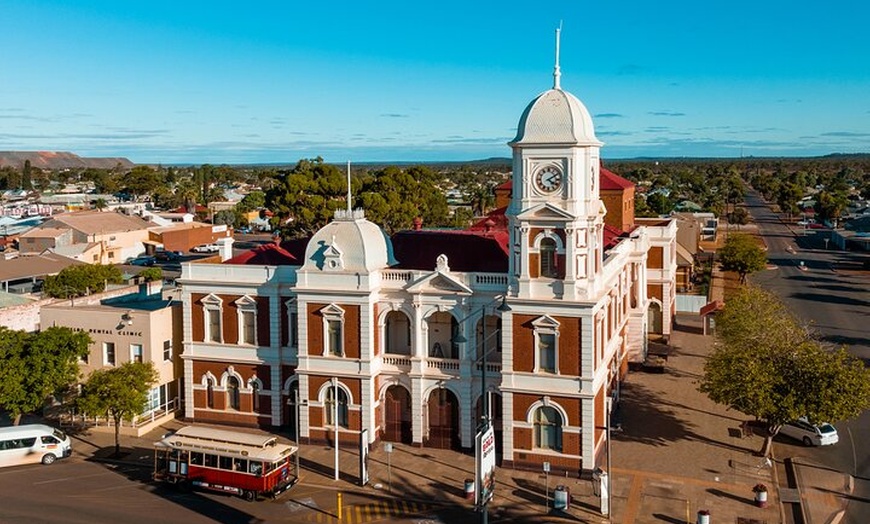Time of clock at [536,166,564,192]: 4:09
